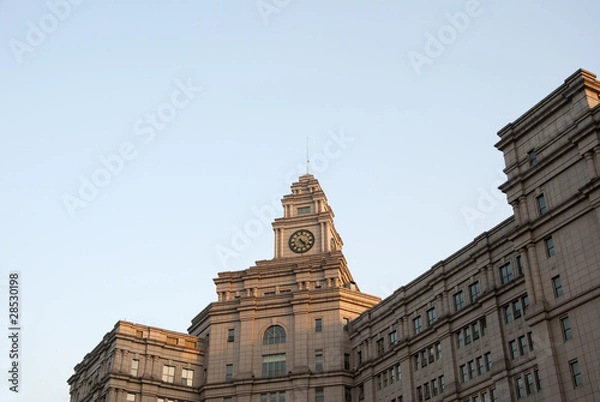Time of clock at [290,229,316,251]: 4:24
